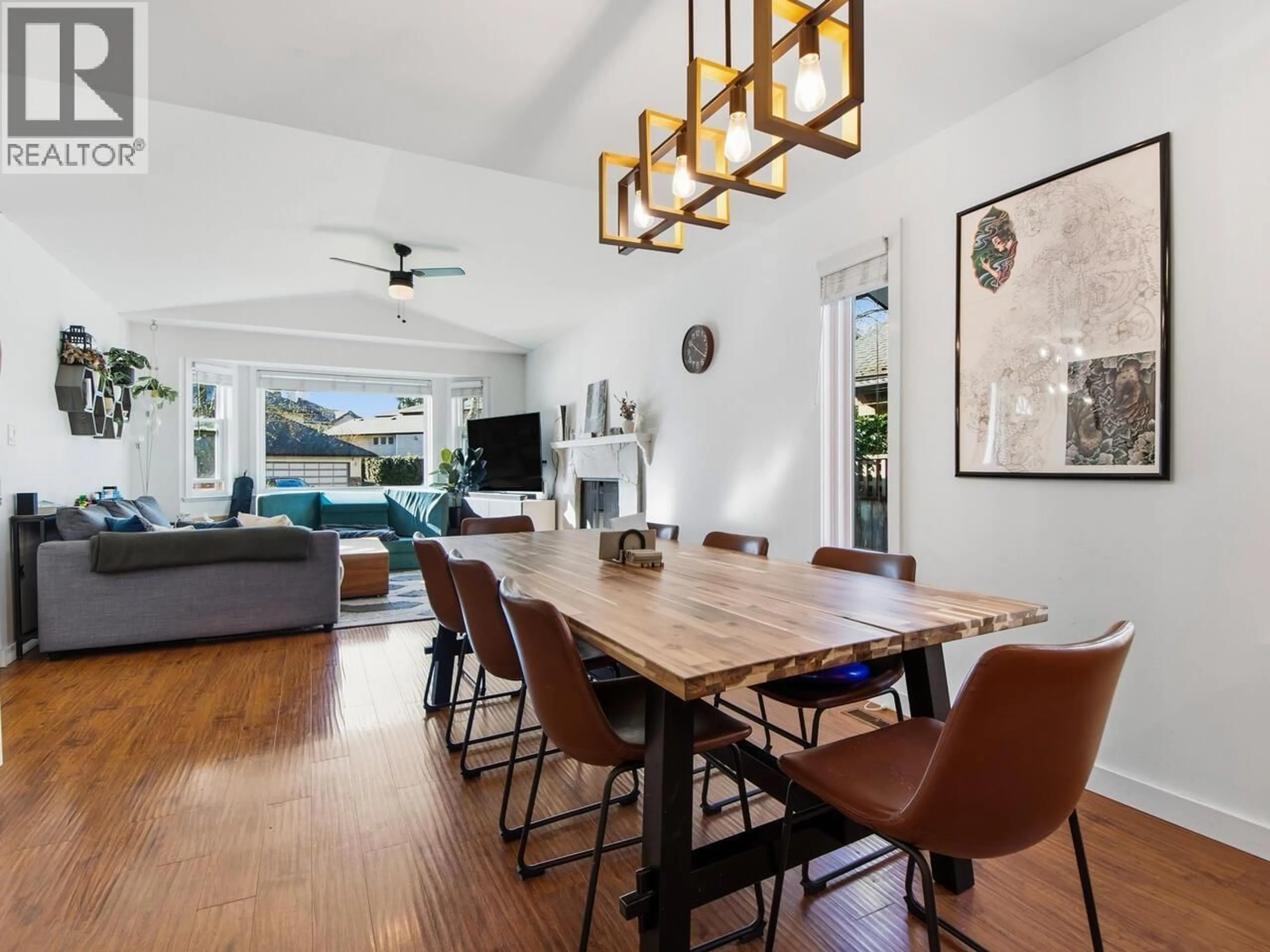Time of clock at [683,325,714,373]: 10:20
